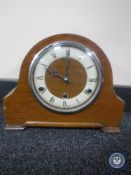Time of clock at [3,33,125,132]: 10:00
